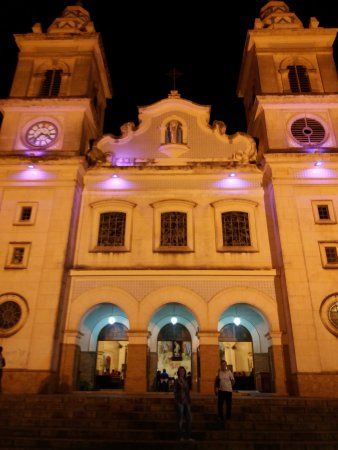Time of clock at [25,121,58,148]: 3:37
